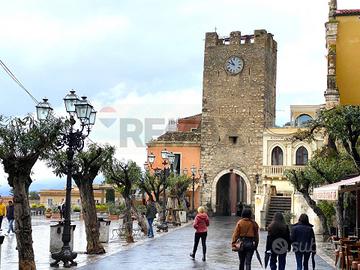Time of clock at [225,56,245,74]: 10:48
